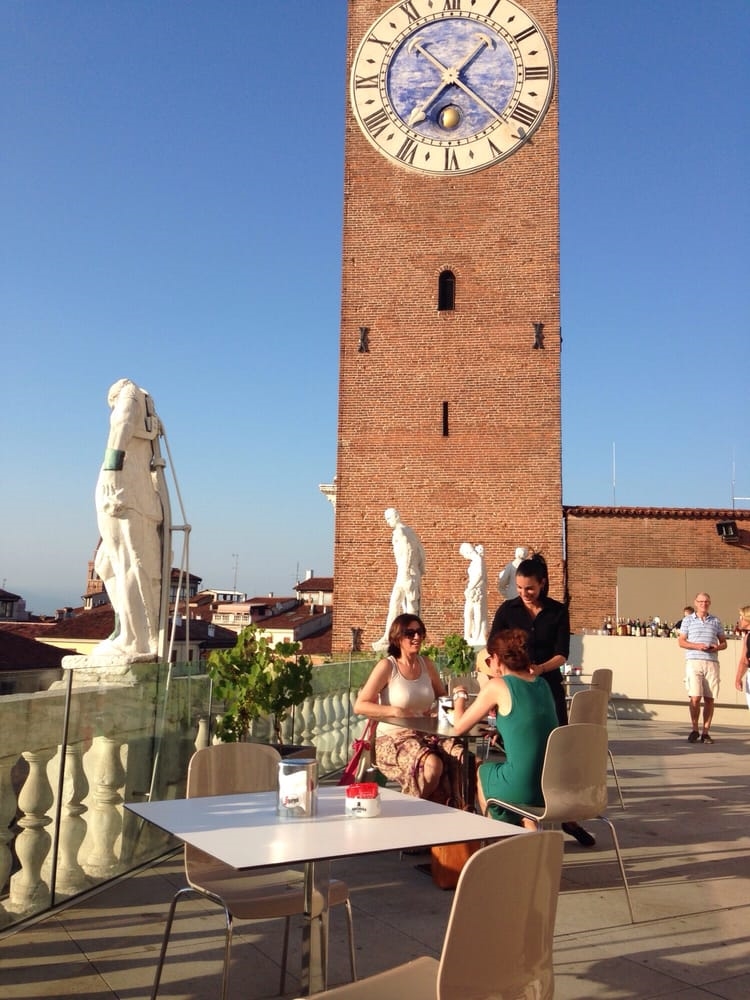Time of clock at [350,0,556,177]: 1:36
